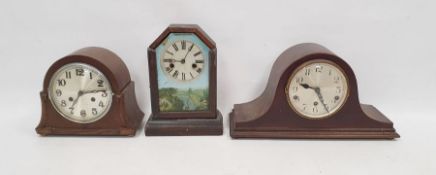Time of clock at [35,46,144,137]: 7:13
